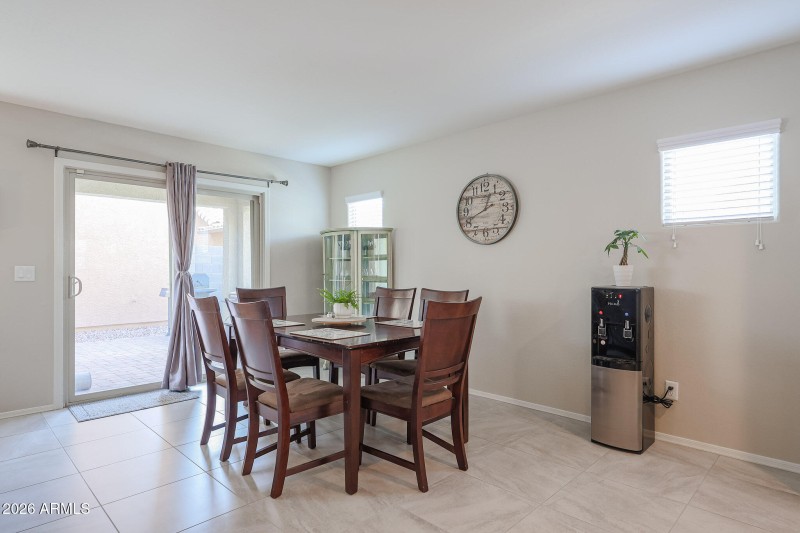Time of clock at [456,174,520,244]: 12:41
